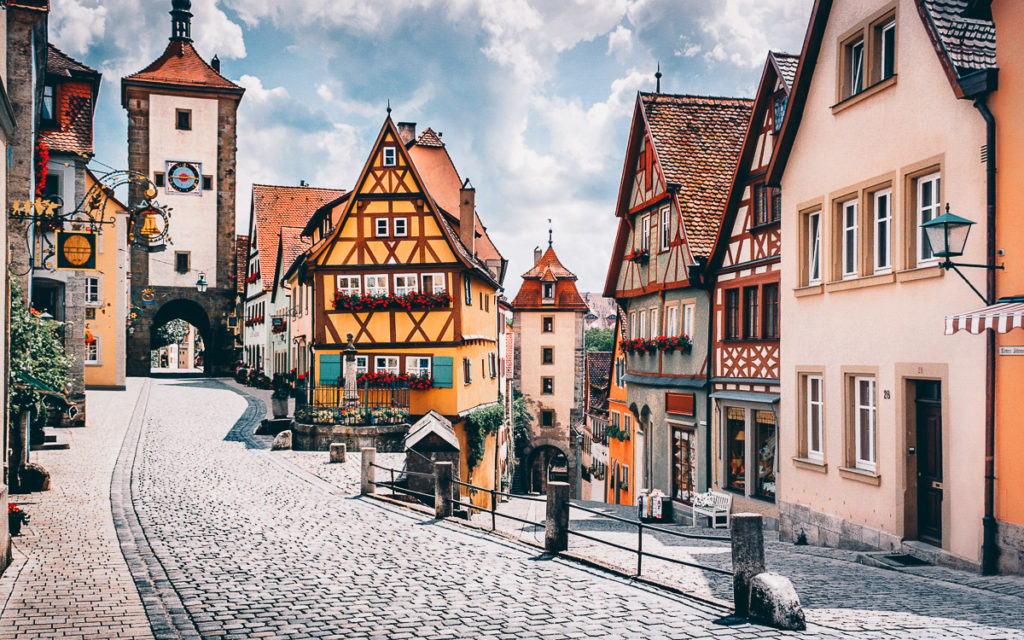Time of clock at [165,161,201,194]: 2:44
